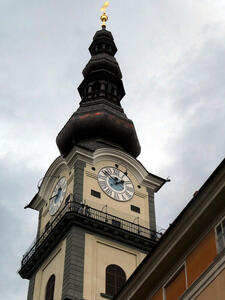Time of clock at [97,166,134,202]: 1:52
